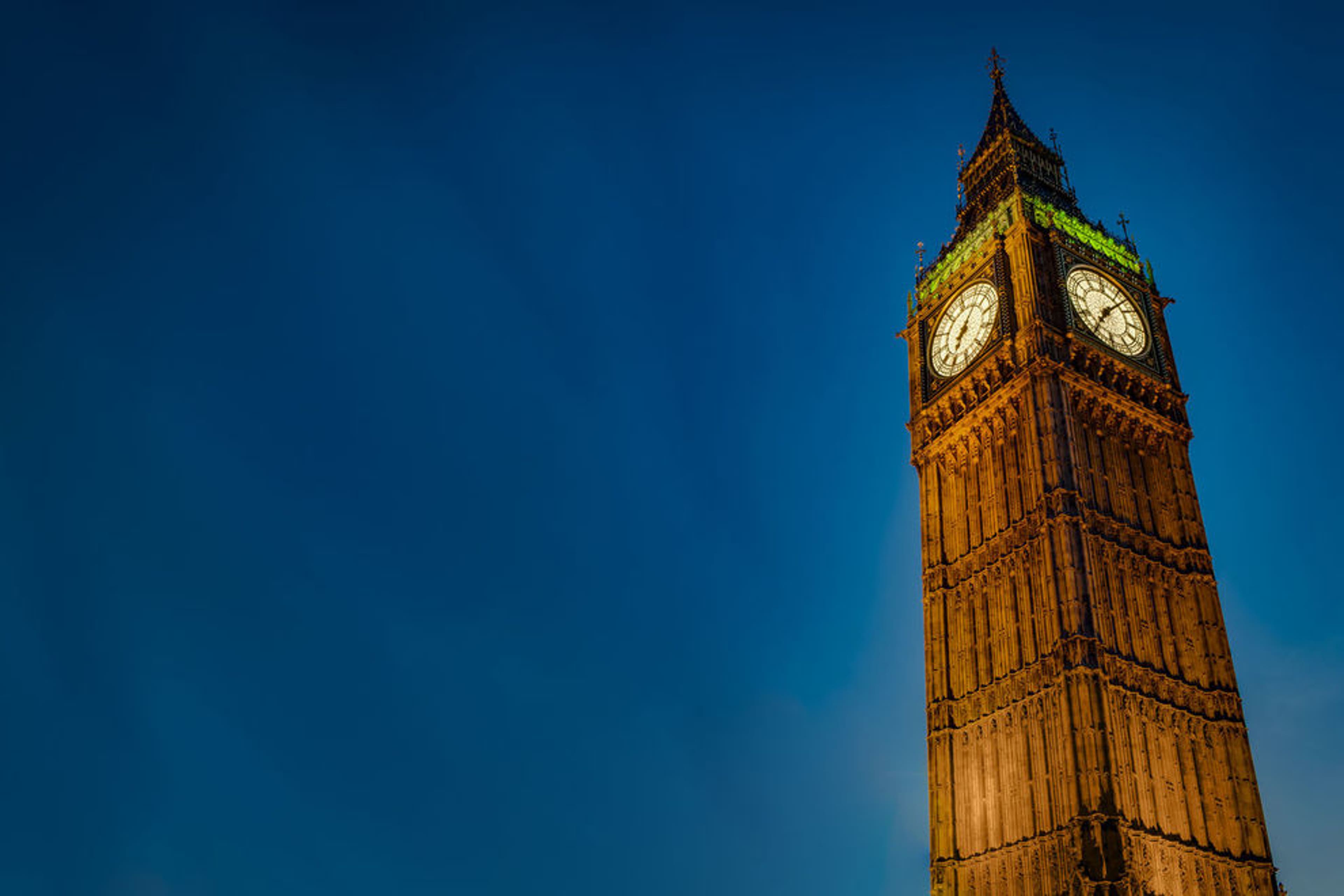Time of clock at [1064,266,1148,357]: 7:07
